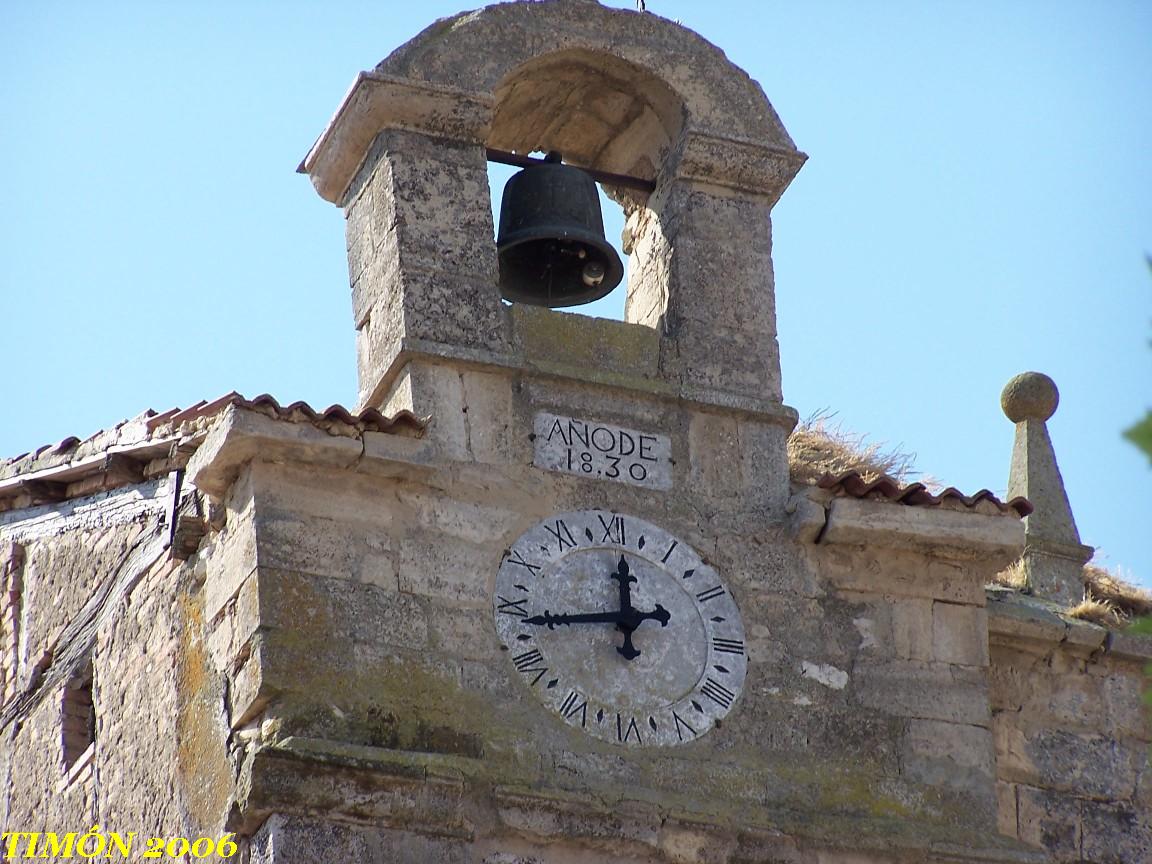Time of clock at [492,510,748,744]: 11:43
